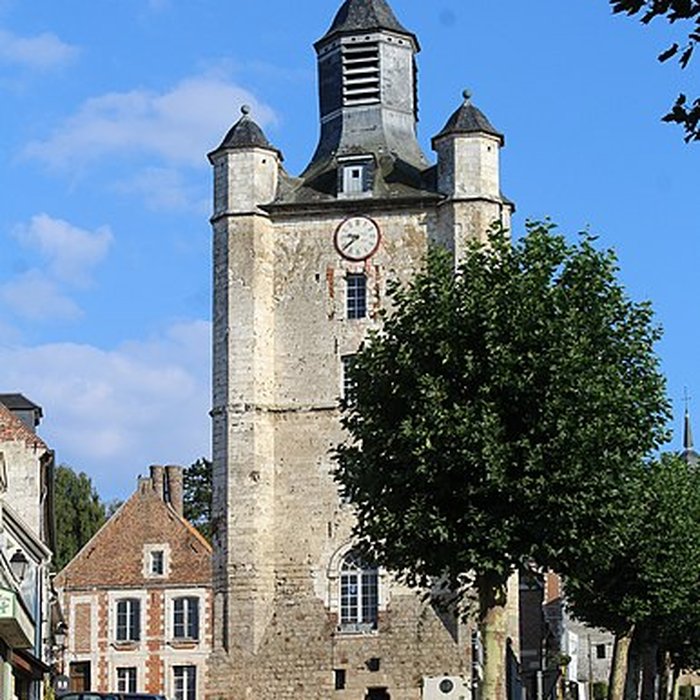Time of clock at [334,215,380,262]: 9:38
